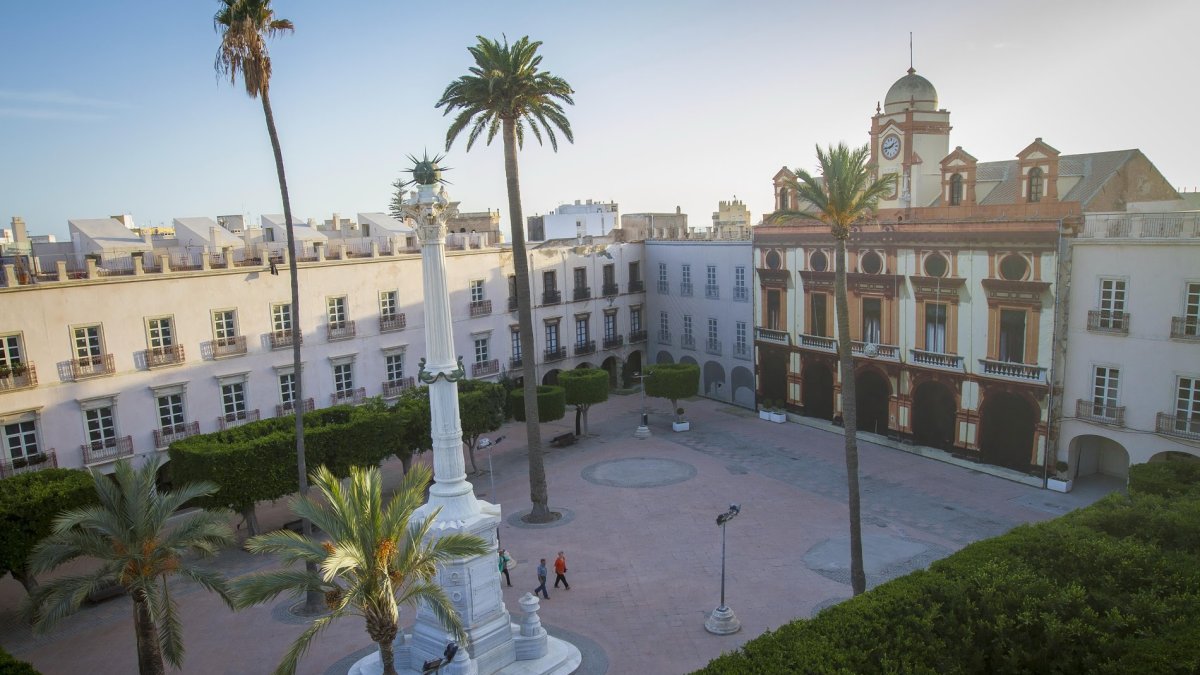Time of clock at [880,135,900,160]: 1:43
